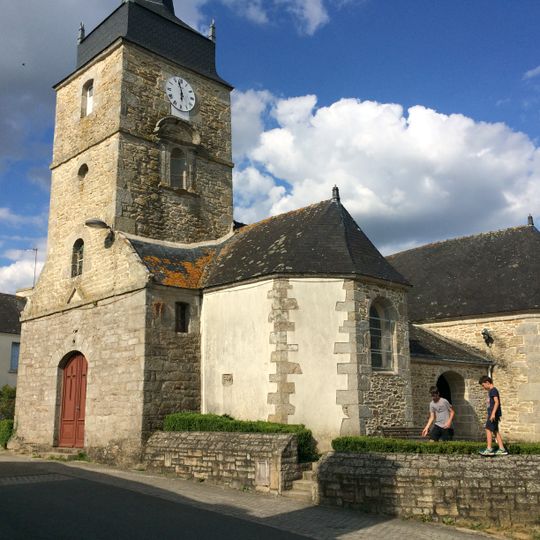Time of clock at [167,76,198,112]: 5:57
